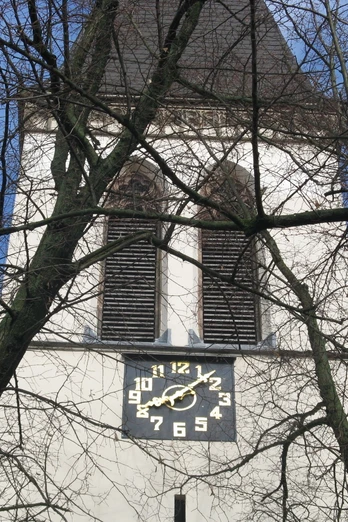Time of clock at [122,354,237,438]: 8:07
